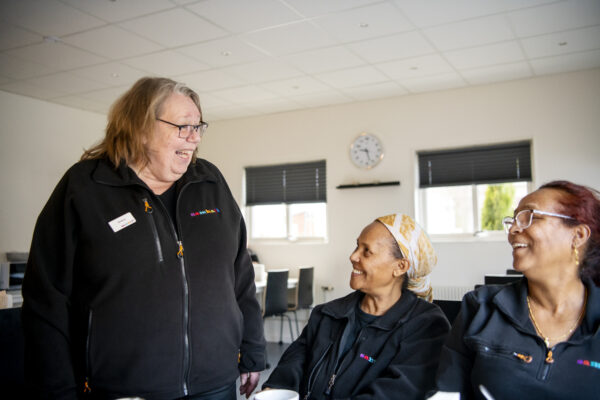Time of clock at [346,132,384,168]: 9:27
